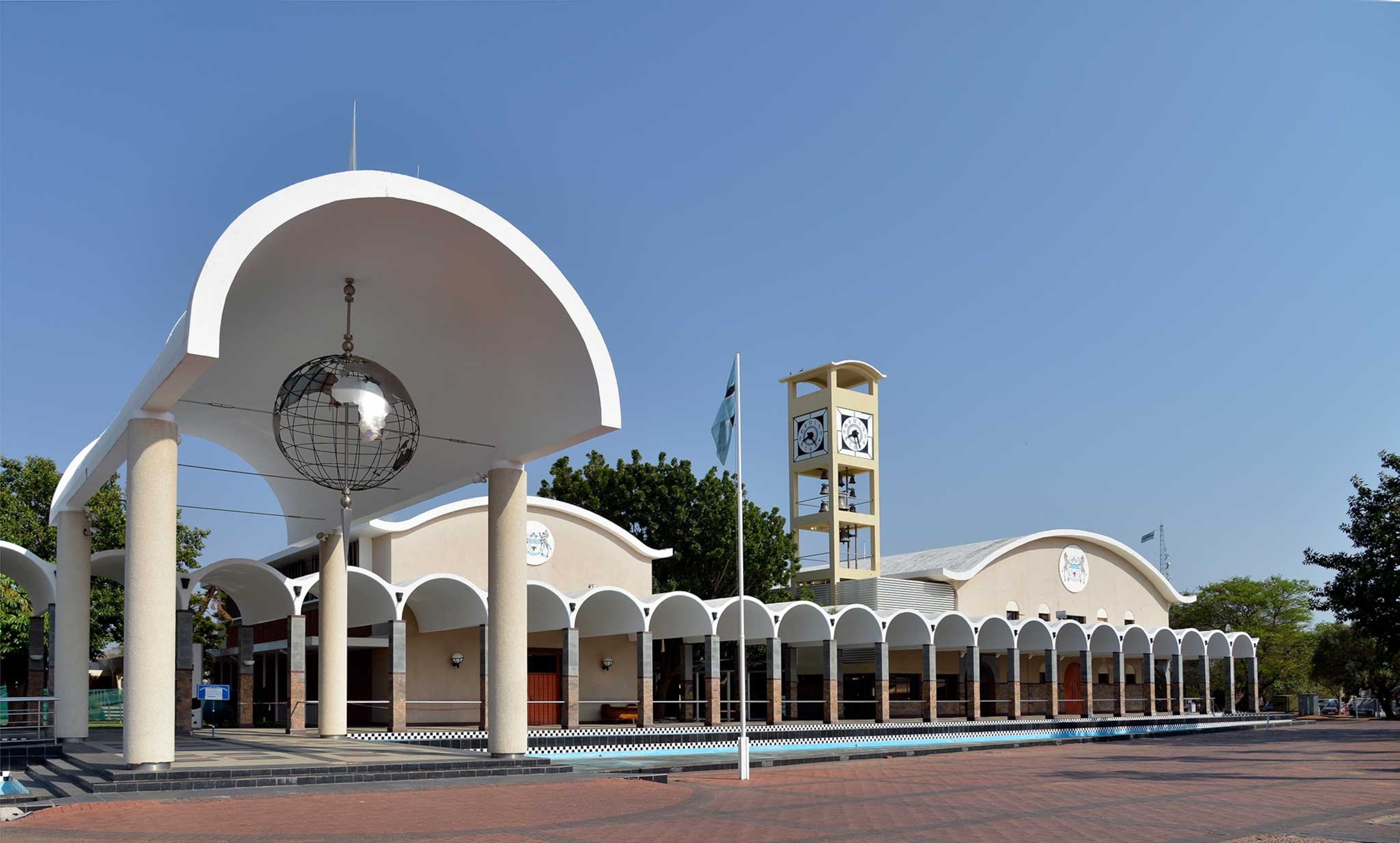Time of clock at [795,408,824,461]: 8:23
